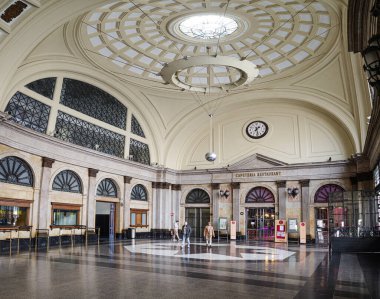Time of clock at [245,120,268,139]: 7:28
